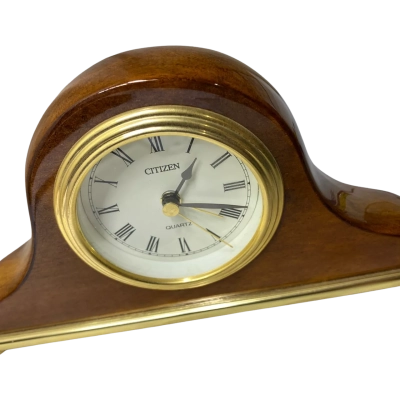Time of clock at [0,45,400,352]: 1:18
